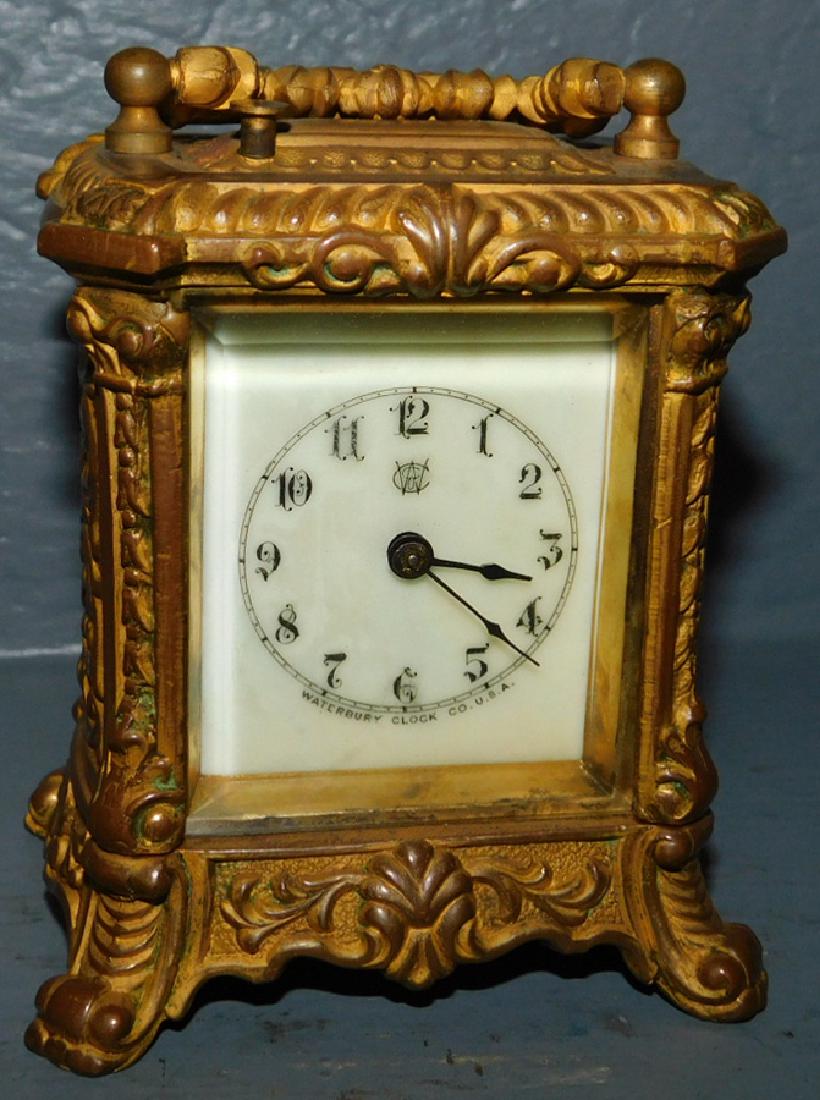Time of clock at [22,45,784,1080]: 3:21
